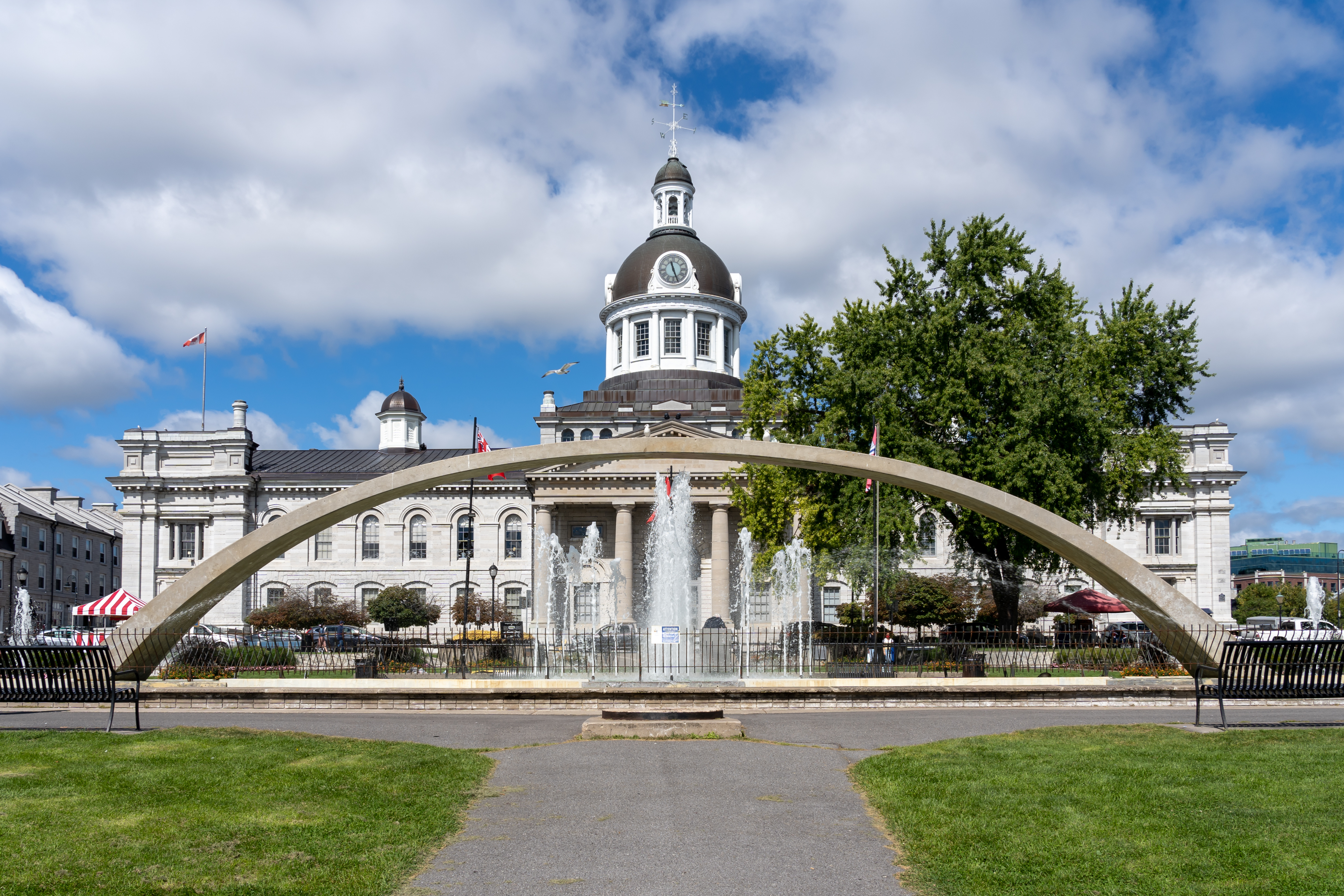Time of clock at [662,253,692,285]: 11:26
